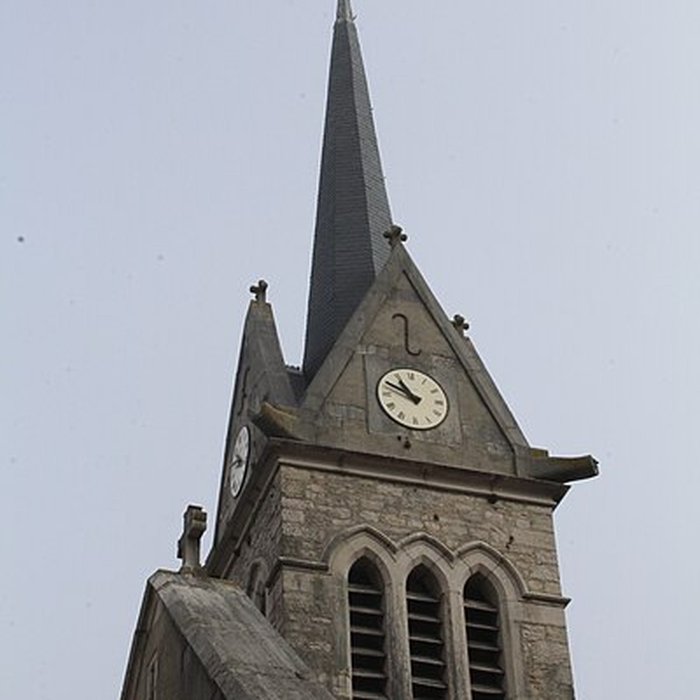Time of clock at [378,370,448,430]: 10:49
